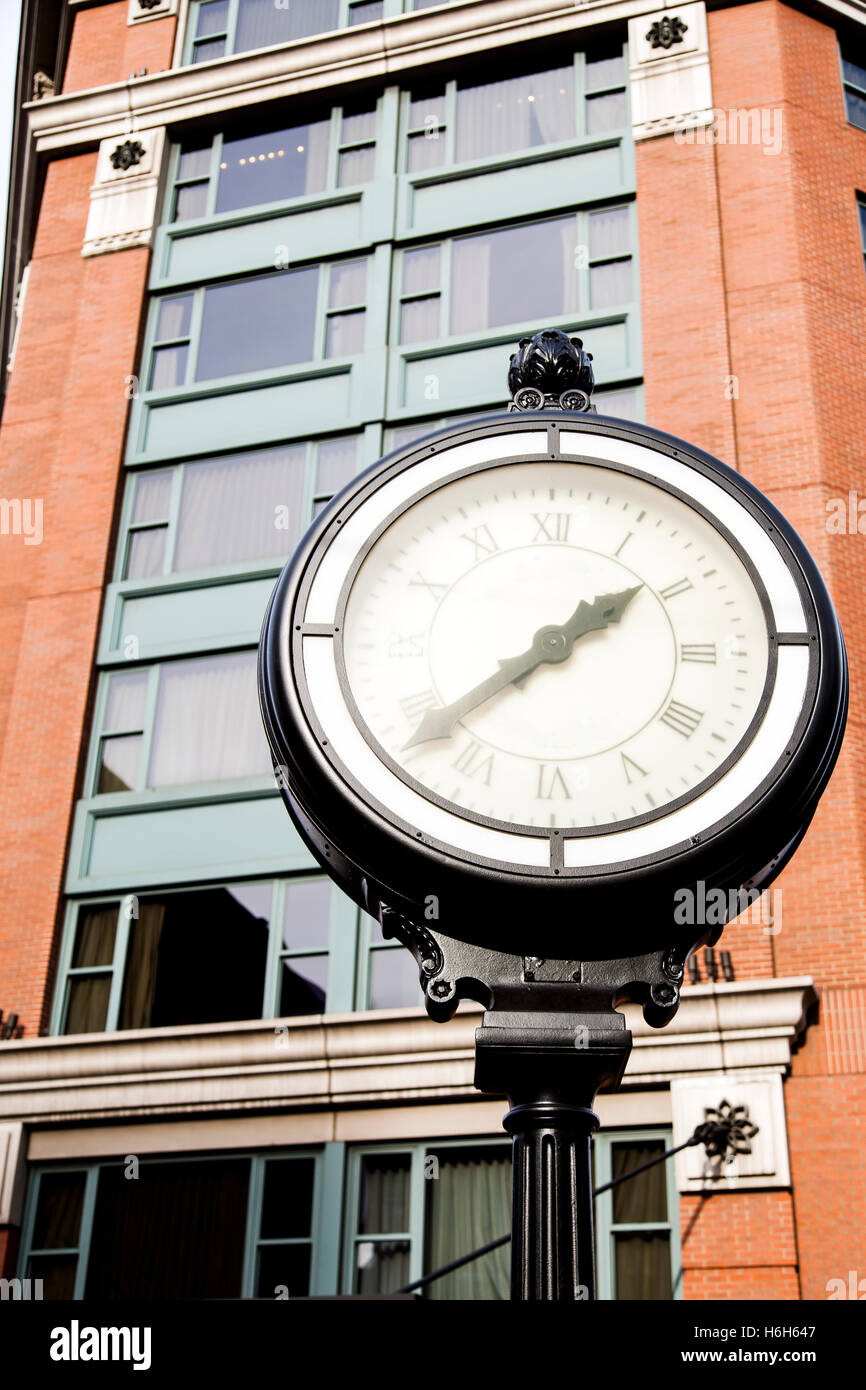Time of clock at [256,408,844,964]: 1:38
